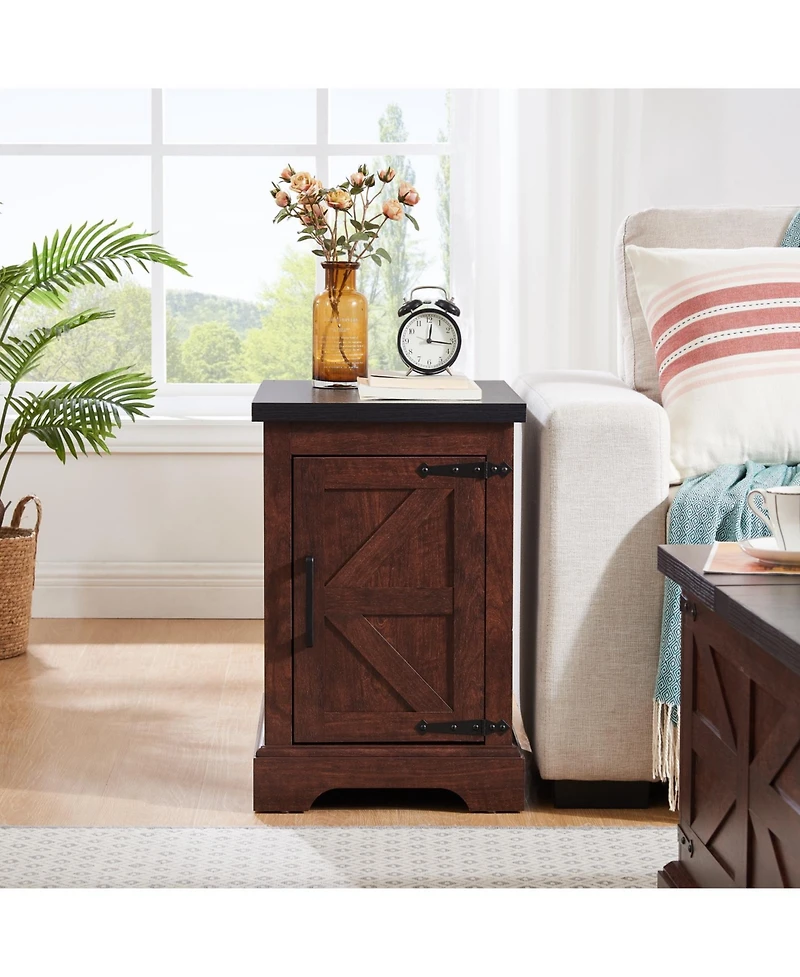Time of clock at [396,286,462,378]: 12:16
